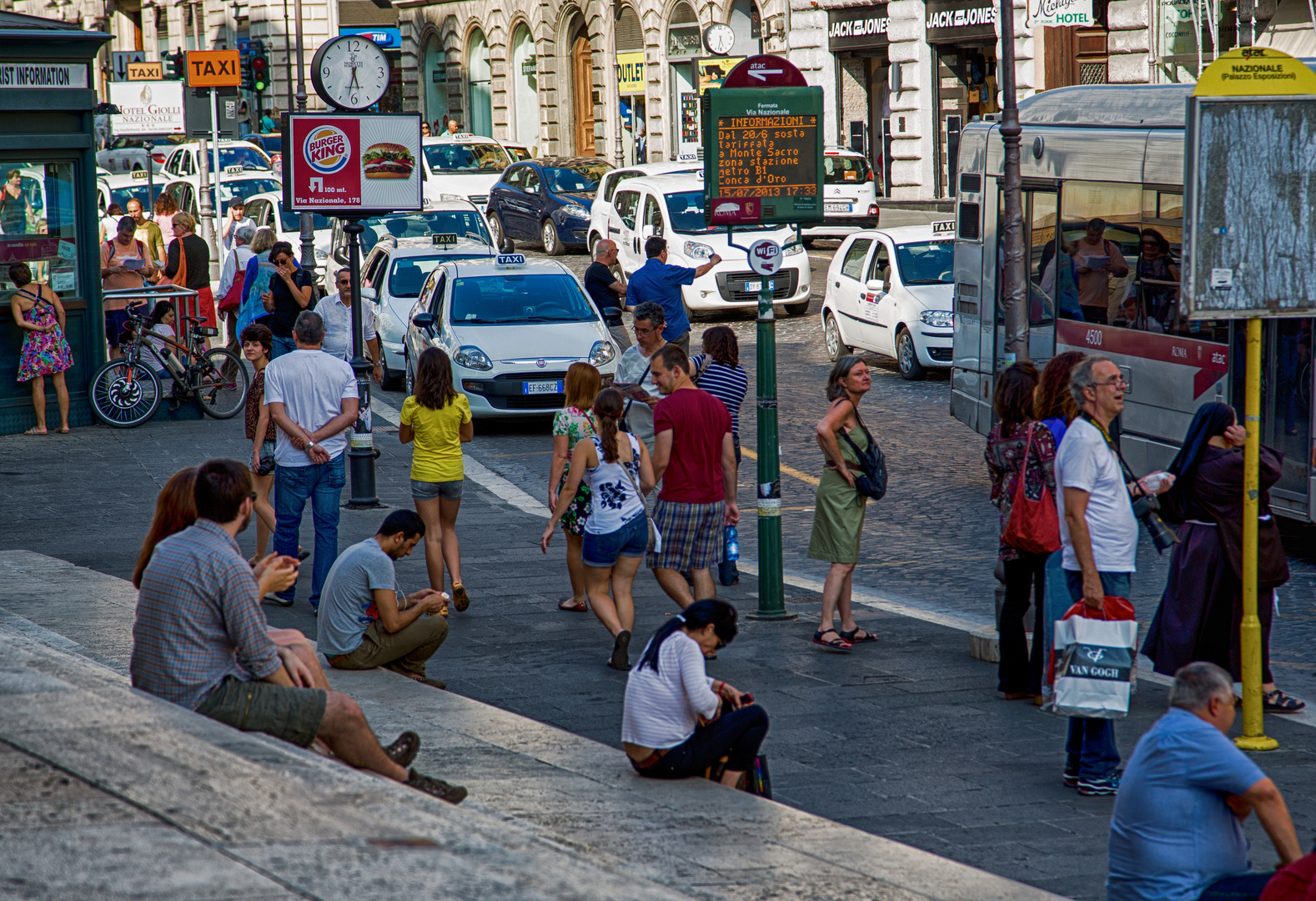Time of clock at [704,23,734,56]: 5:32
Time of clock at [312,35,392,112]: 5:32
